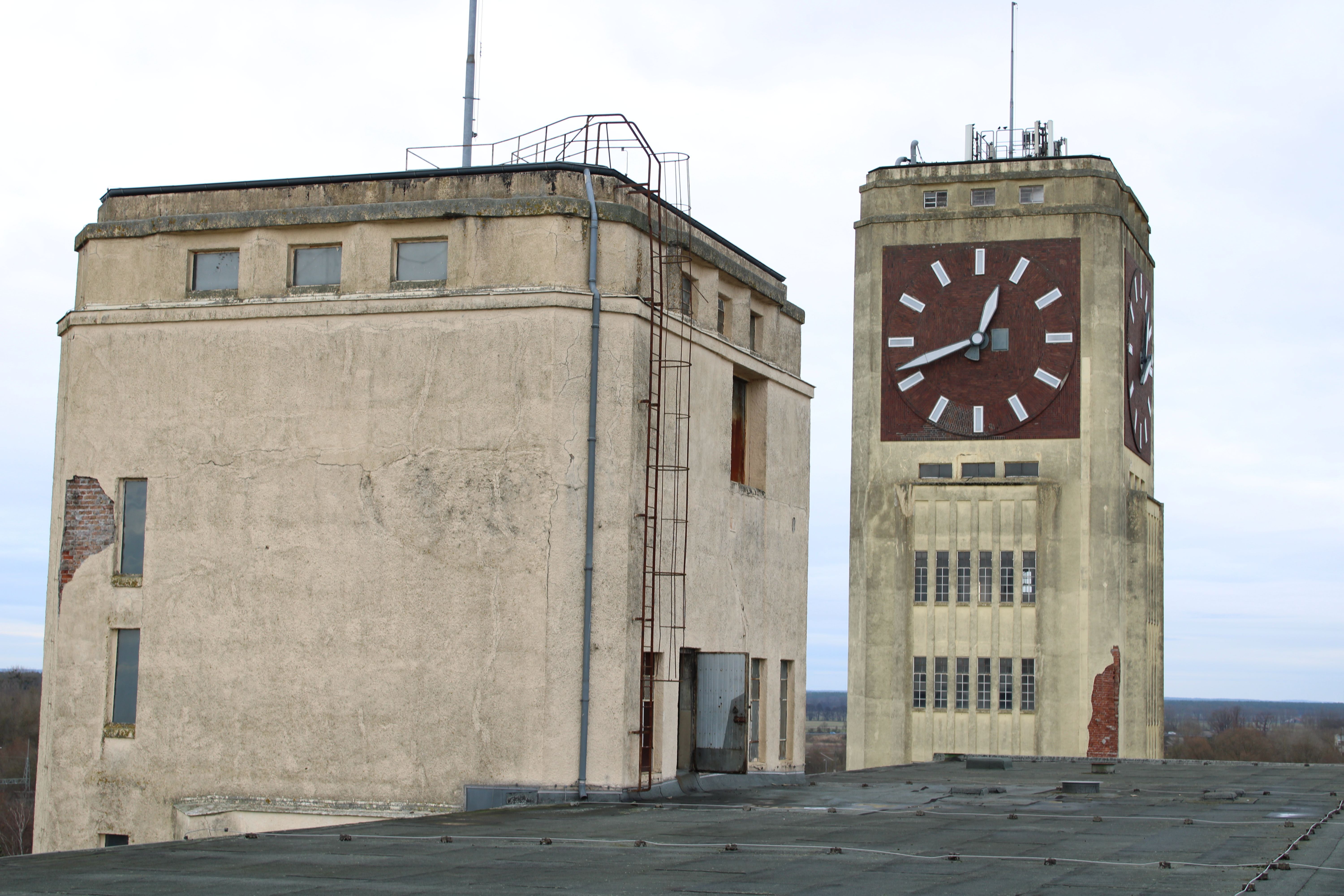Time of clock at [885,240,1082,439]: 12:41
